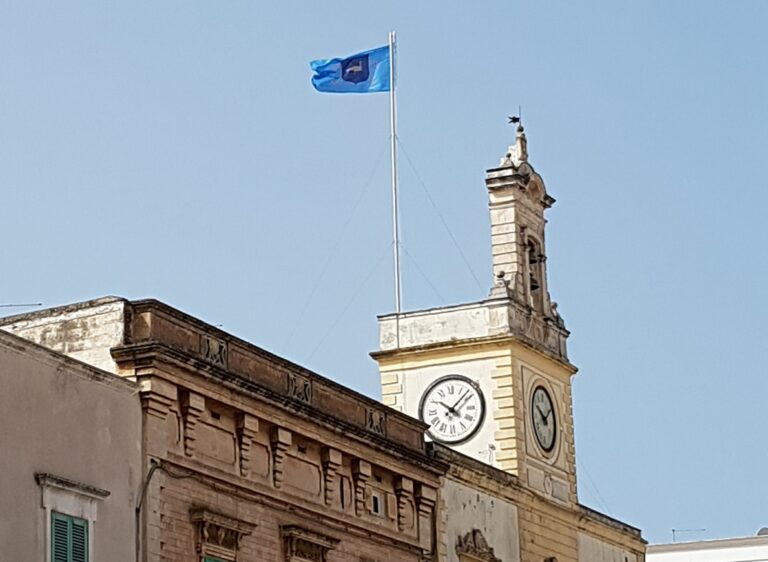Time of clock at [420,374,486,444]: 10:07
